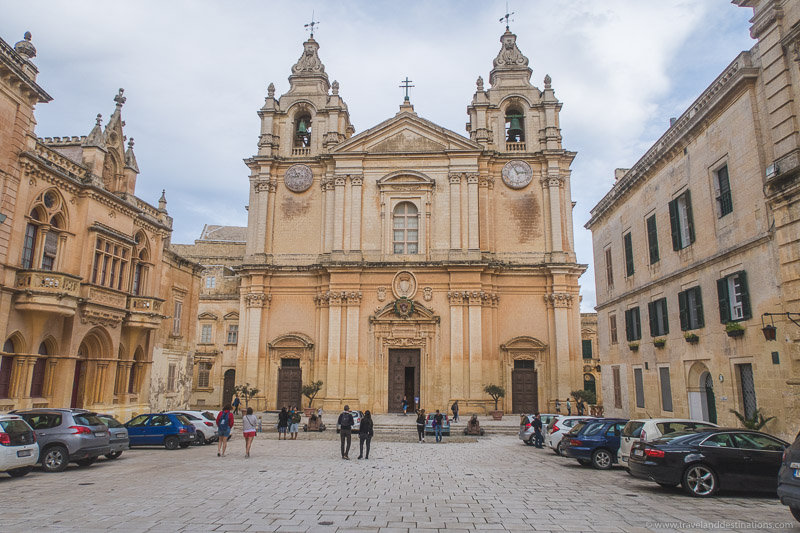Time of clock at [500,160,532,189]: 2:56
